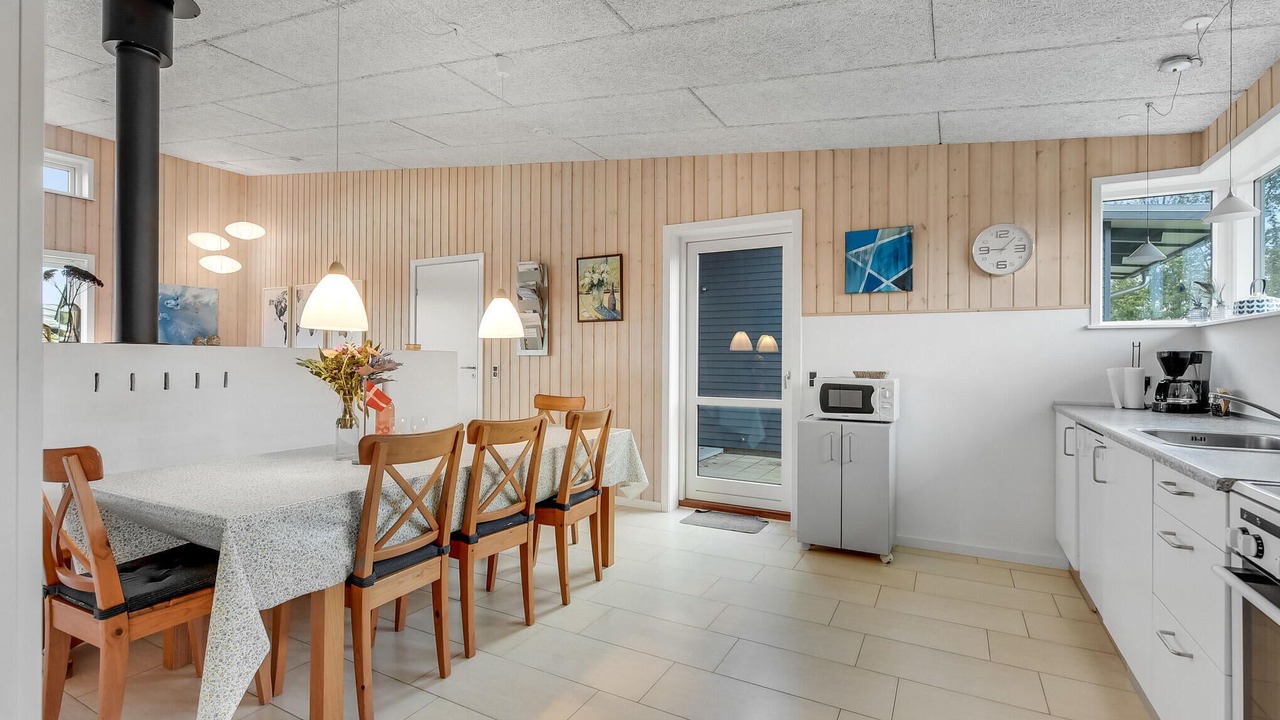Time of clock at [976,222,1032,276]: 9:07
